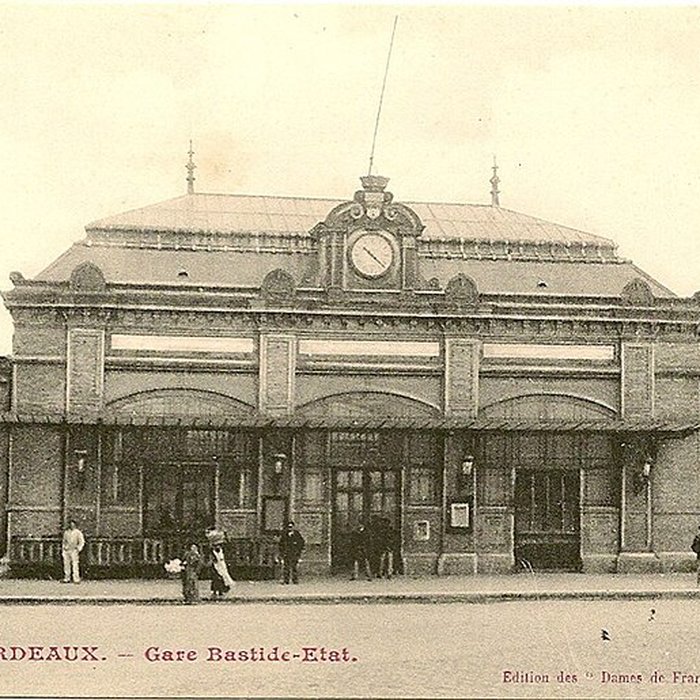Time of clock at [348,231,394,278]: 10:21
